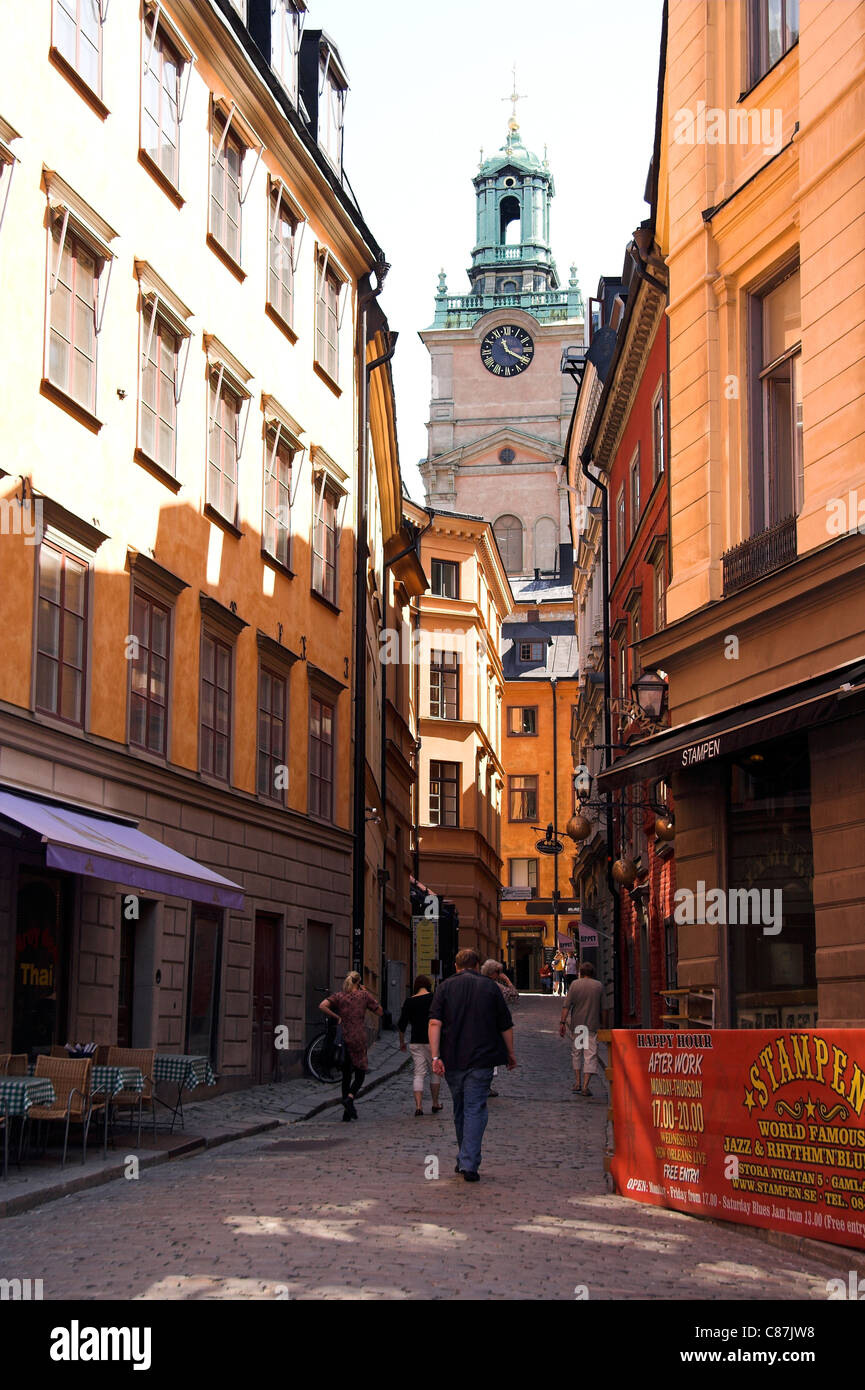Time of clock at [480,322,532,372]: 11:19
